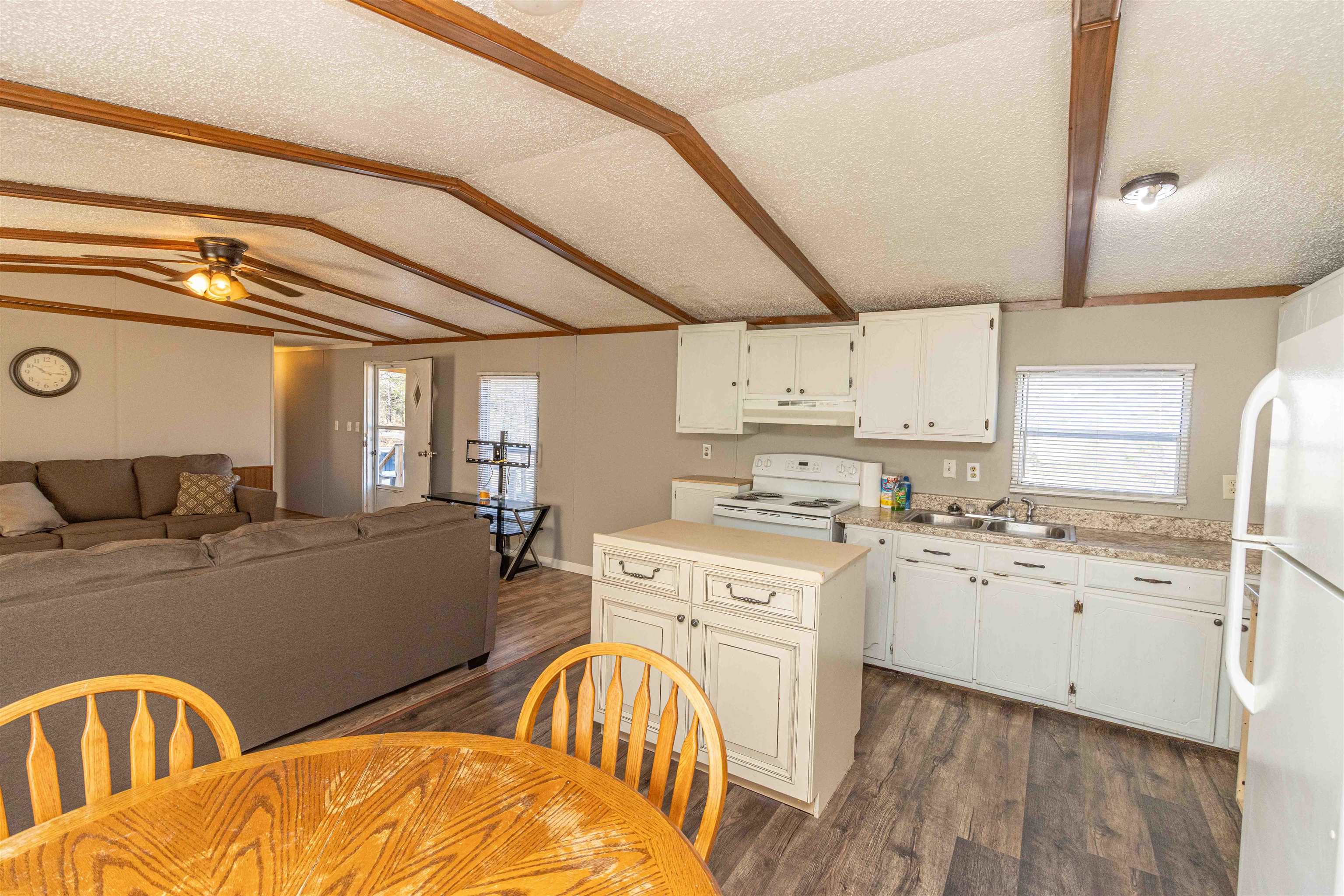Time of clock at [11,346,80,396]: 10:15
